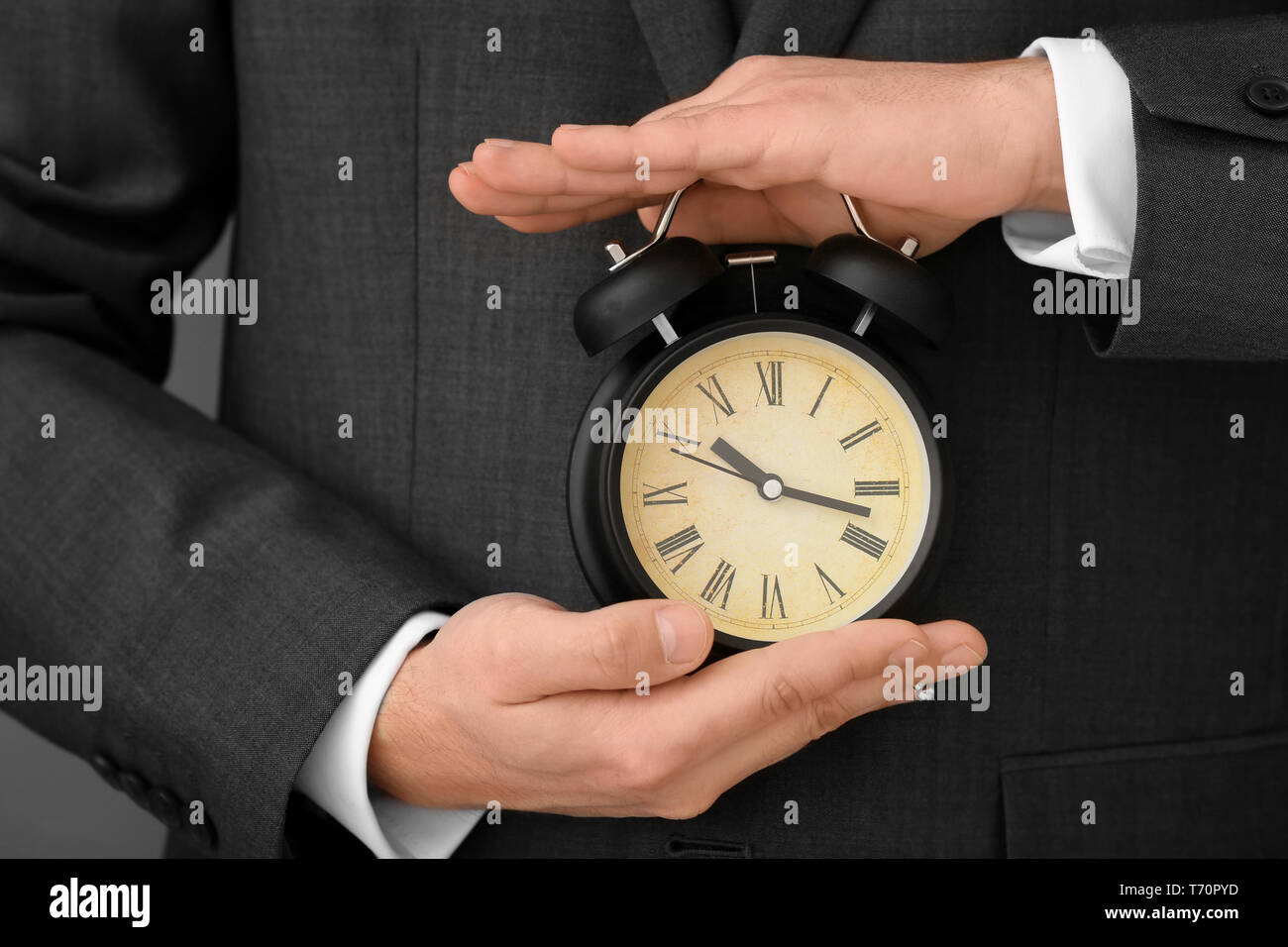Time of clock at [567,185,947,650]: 10:17
